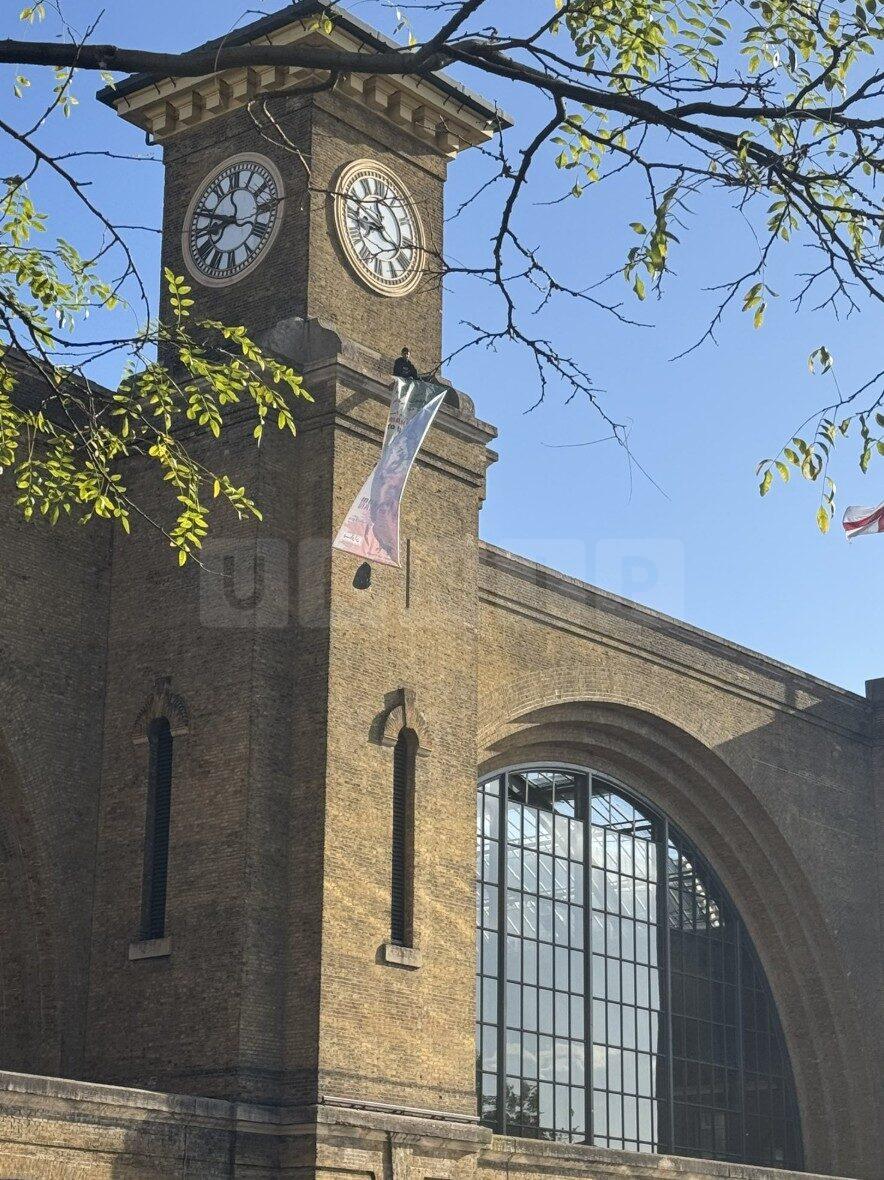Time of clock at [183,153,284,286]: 8:48
